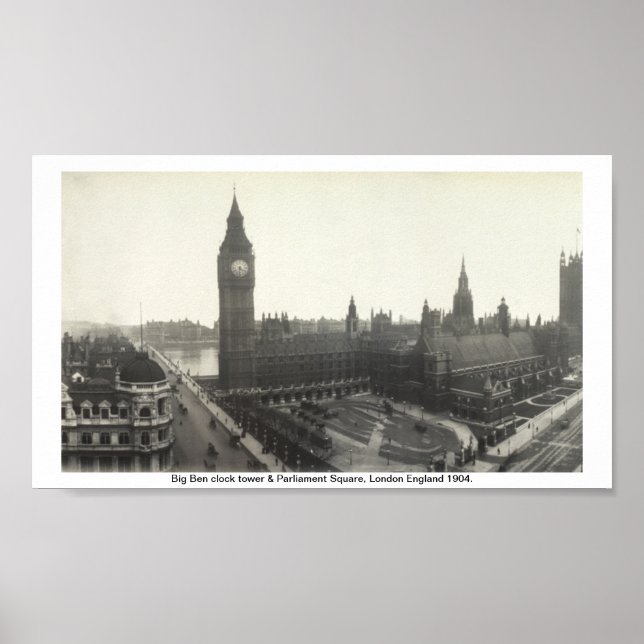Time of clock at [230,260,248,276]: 4:31
